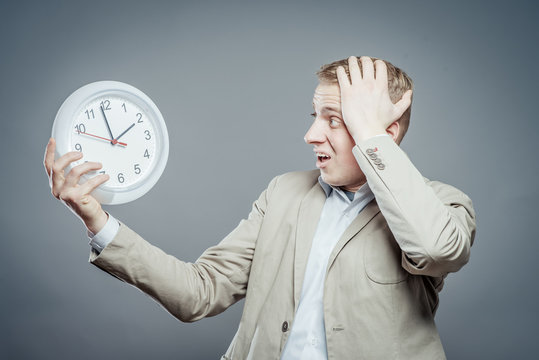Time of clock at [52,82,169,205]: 1:58
